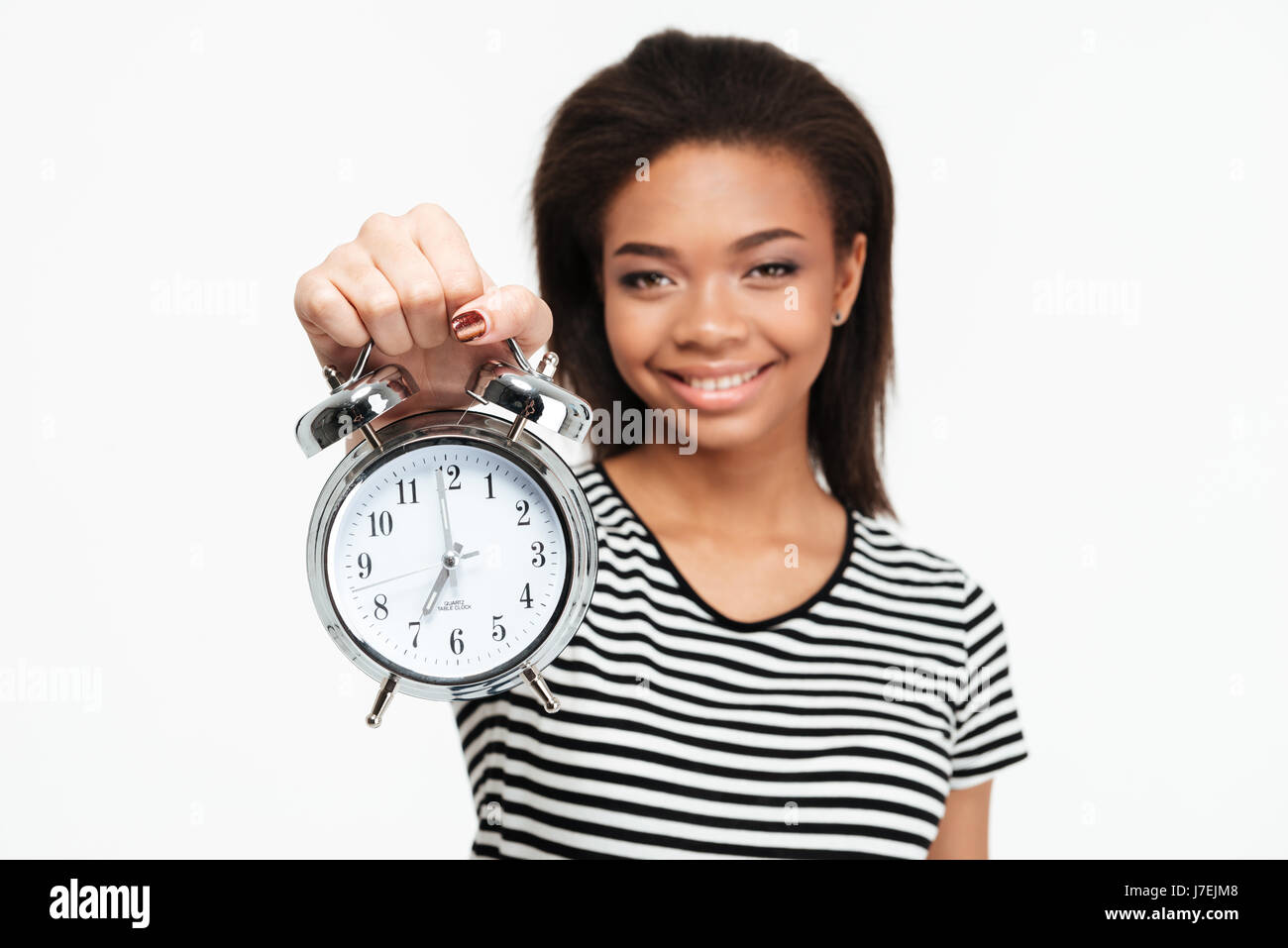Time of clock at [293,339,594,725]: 6:59
